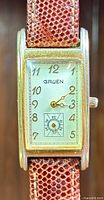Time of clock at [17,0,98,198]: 3:11
